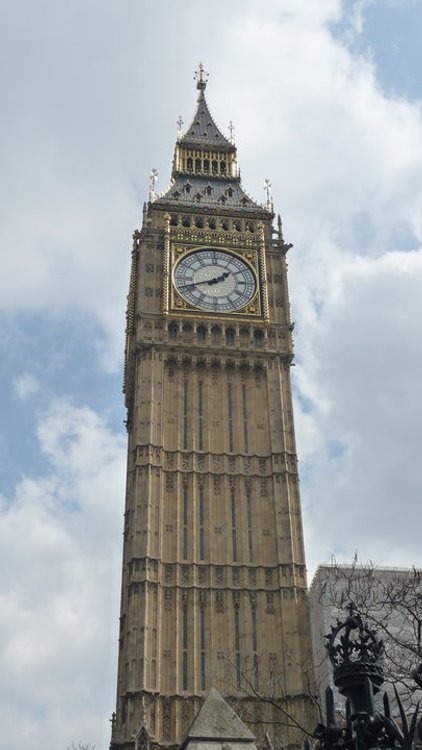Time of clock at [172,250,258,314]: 1:42
